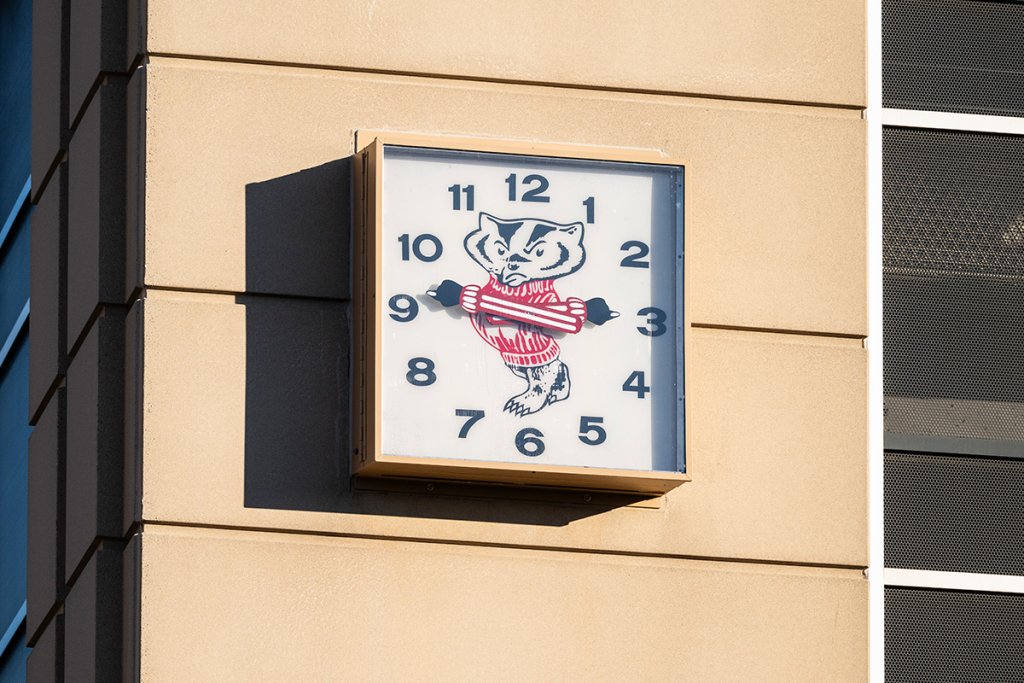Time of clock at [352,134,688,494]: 2:46
